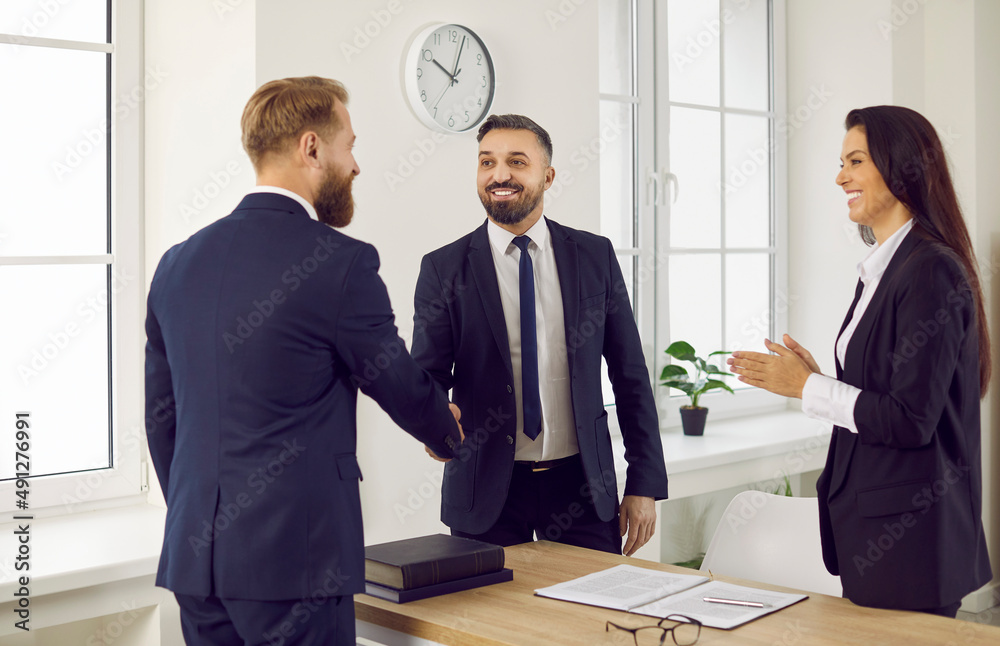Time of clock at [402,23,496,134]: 10:03
